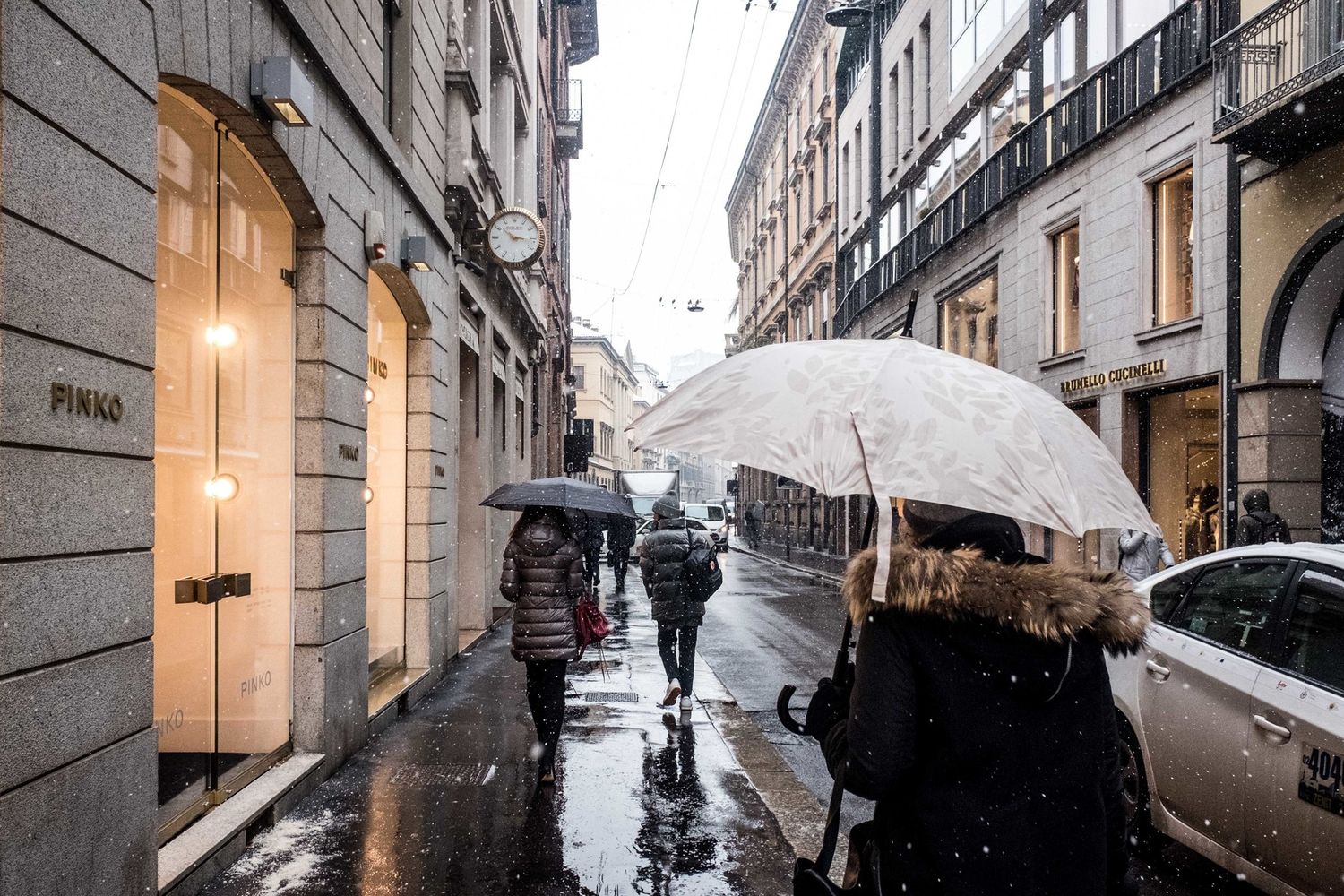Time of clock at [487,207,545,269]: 10:16
